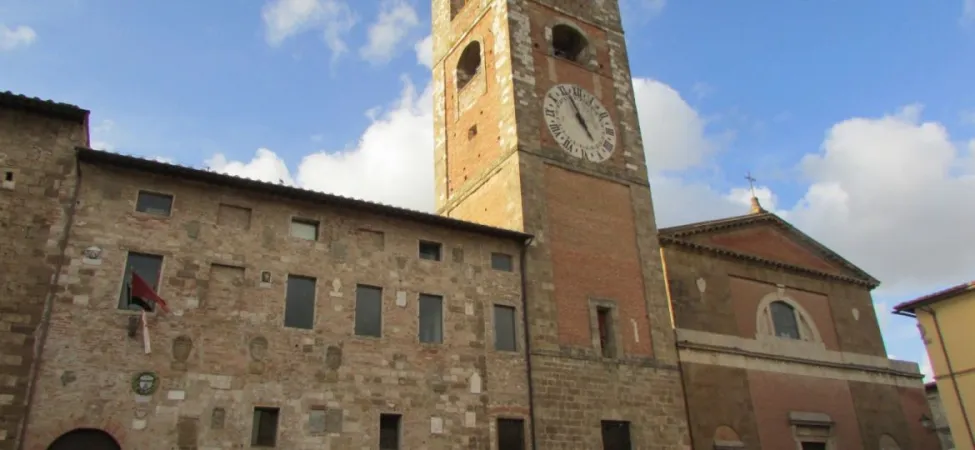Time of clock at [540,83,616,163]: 4:56
